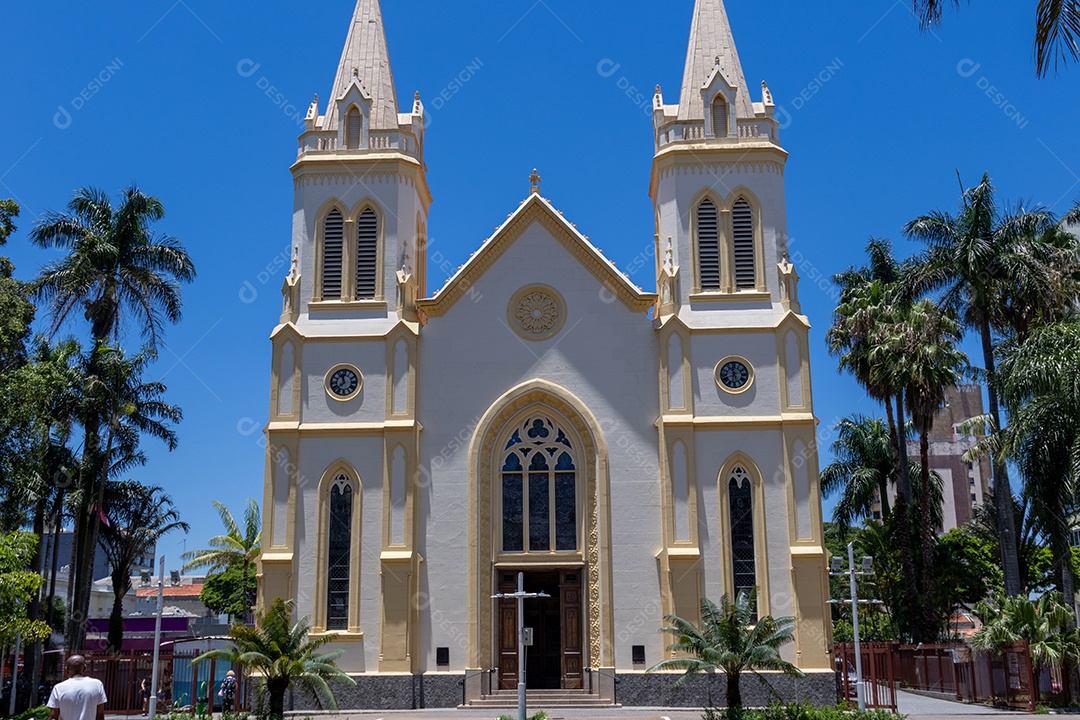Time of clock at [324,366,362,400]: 11:37
